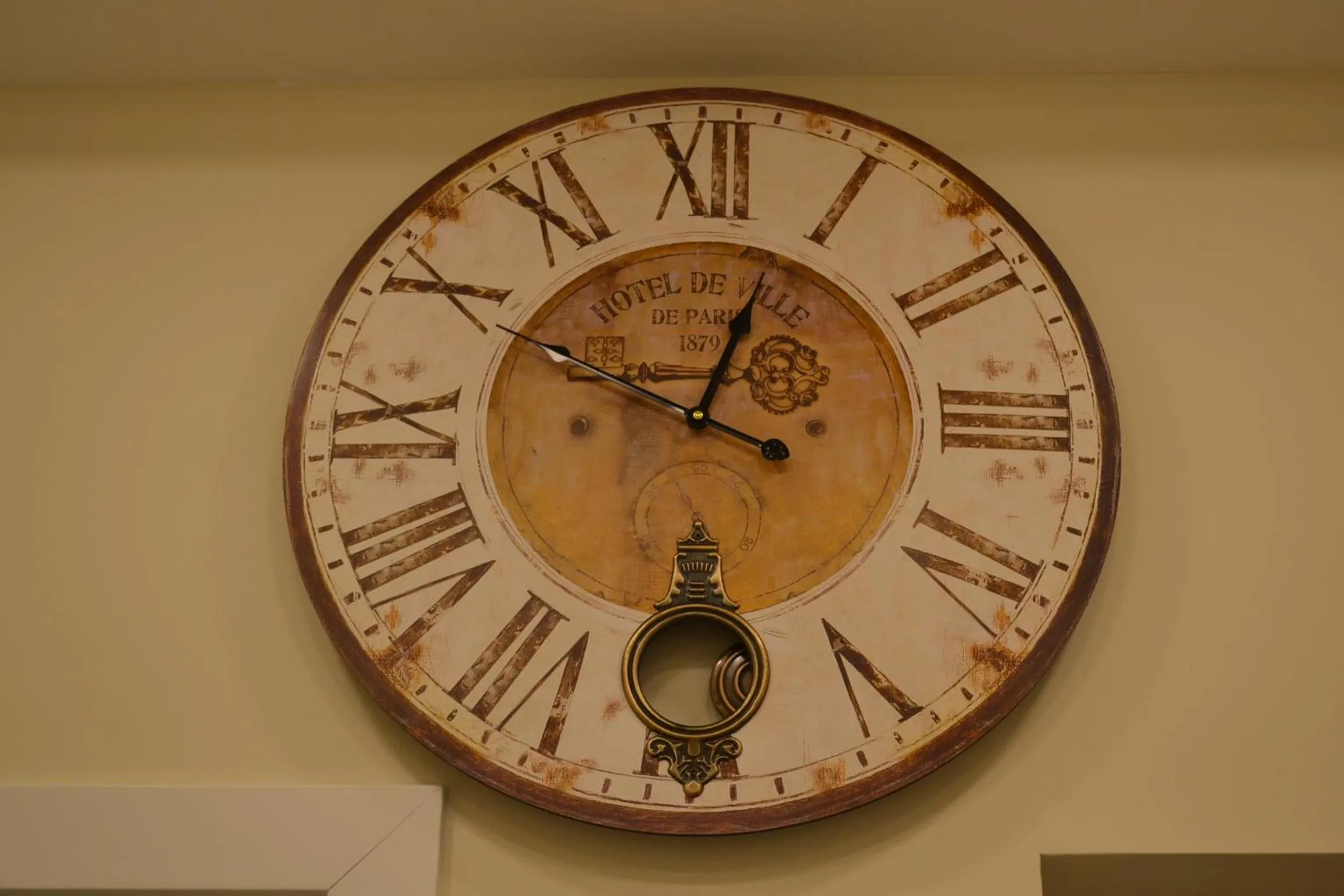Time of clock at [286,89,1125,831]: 12:49
